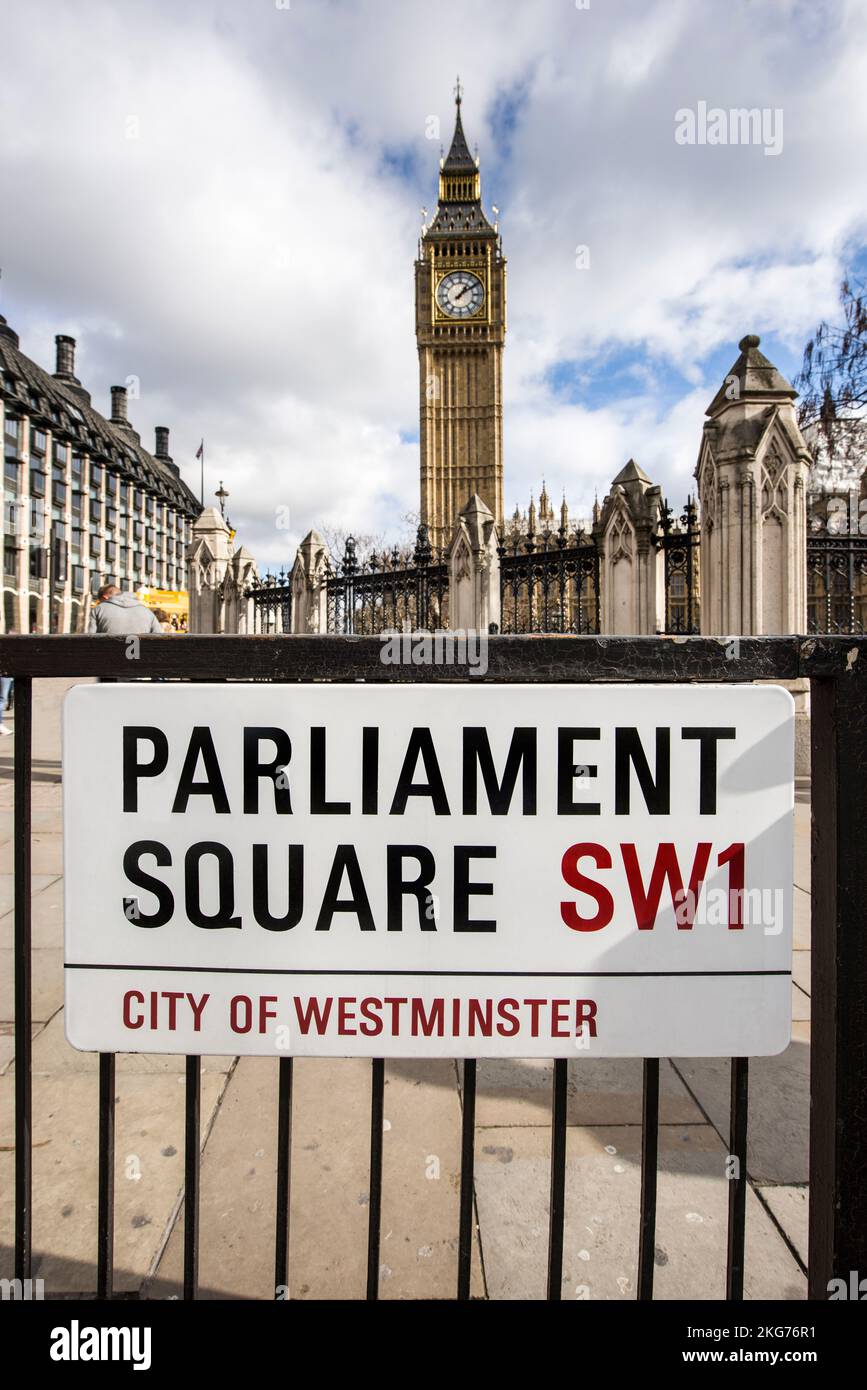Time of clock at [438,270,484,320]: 1:09
